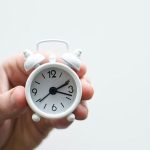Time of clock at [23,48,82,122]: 2:18
